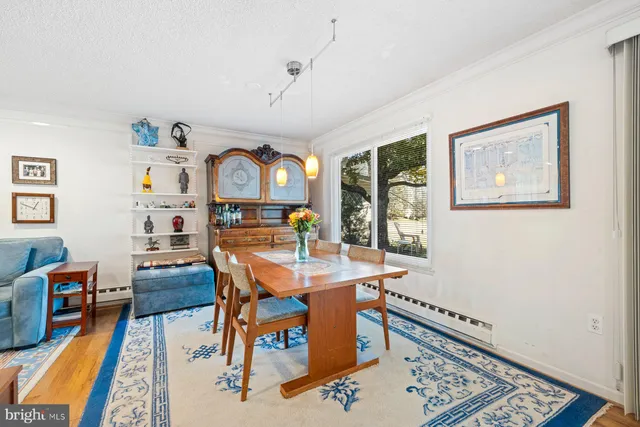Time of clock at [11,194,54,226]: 12:49
